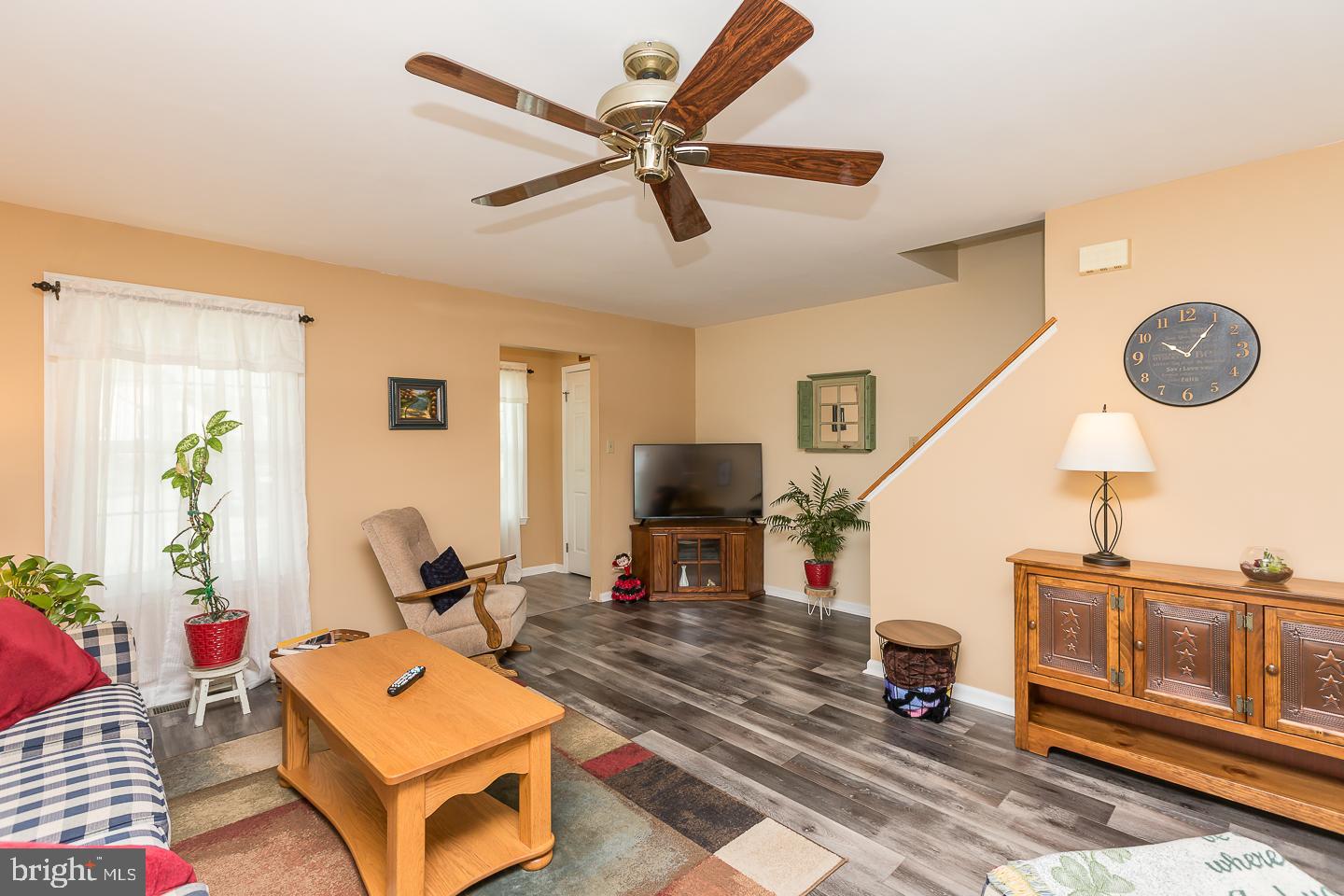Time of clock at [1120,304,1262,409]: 10:06
